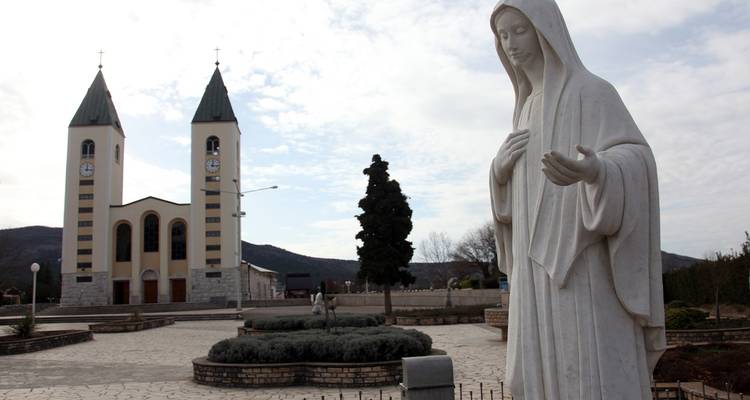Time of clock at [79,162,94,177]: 12:16
